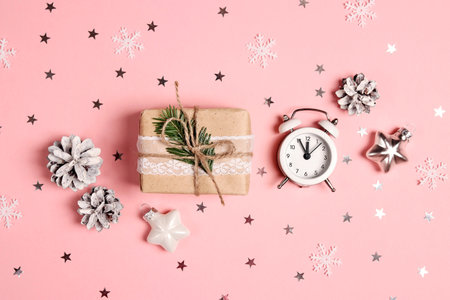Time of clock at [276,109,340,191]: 11:55
